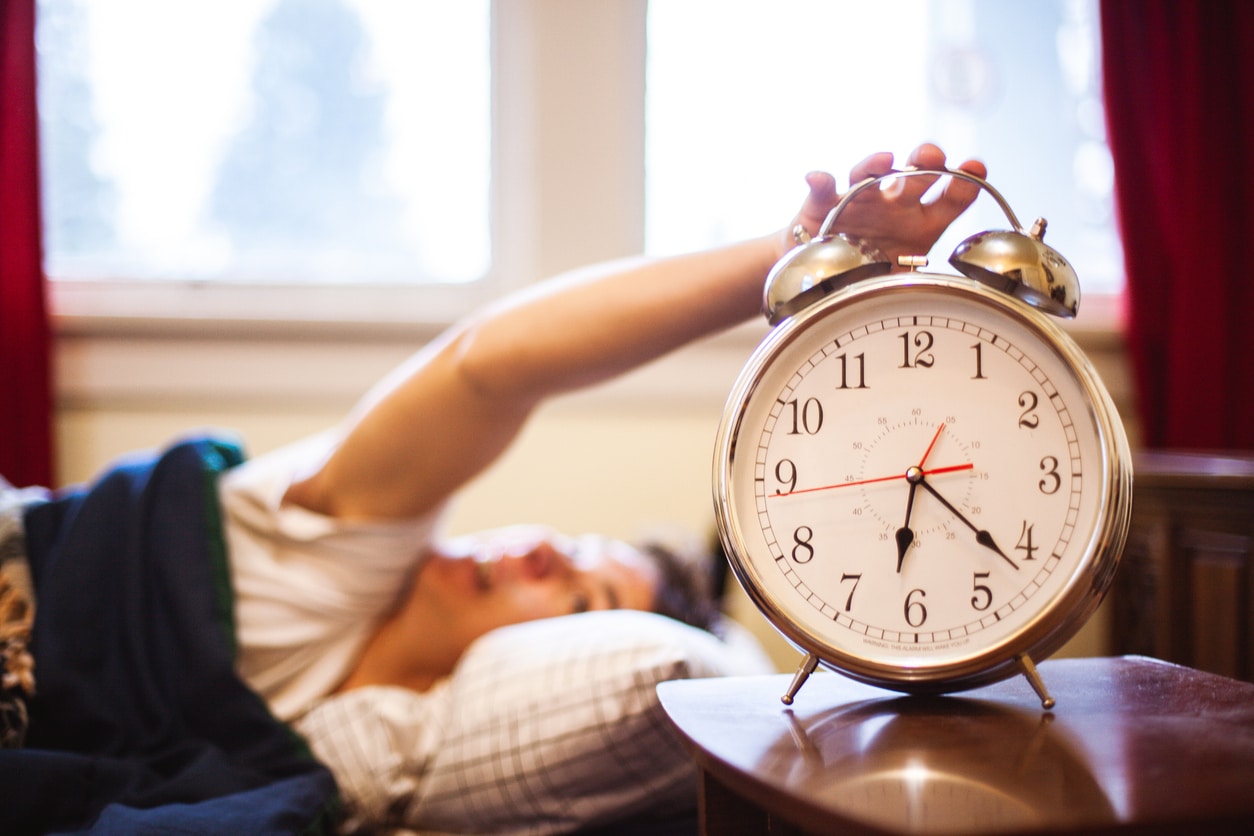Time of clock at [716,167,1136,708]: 6:21
